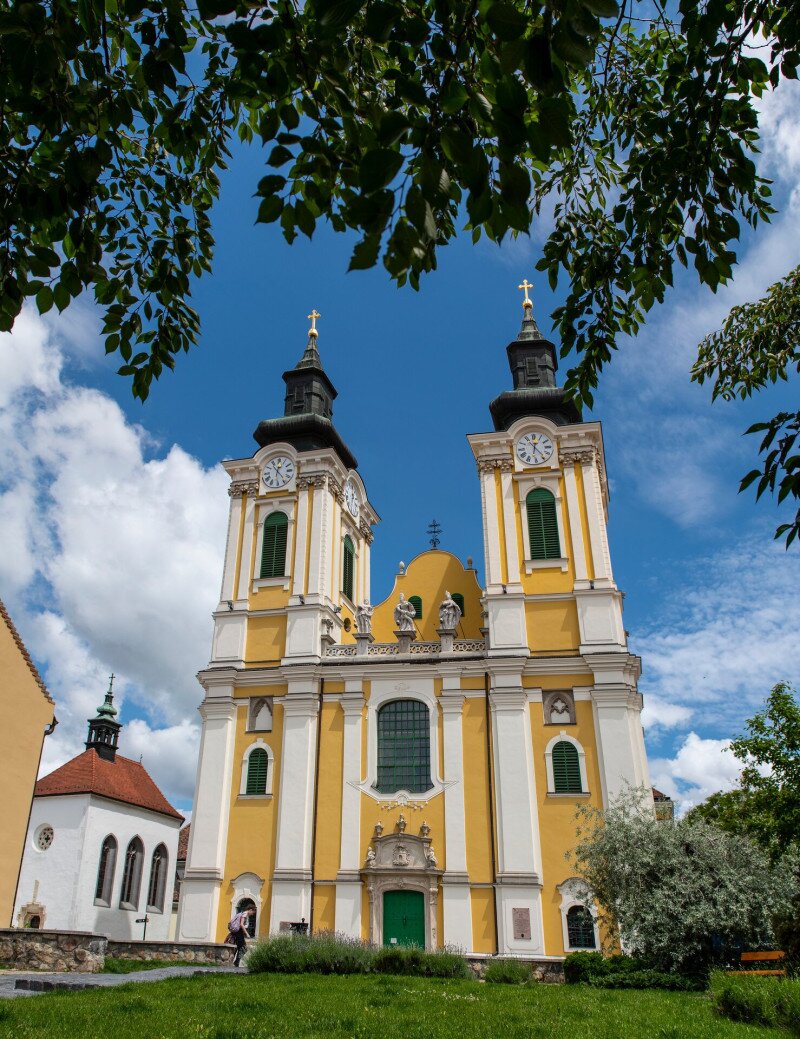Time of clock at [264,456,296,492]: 12:23
